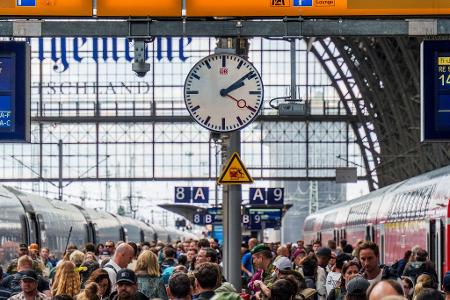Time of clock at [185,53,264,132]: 2:09
